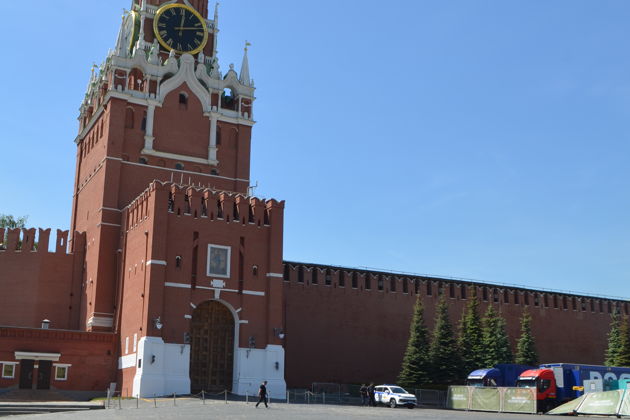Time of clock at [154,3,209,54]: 12:12
